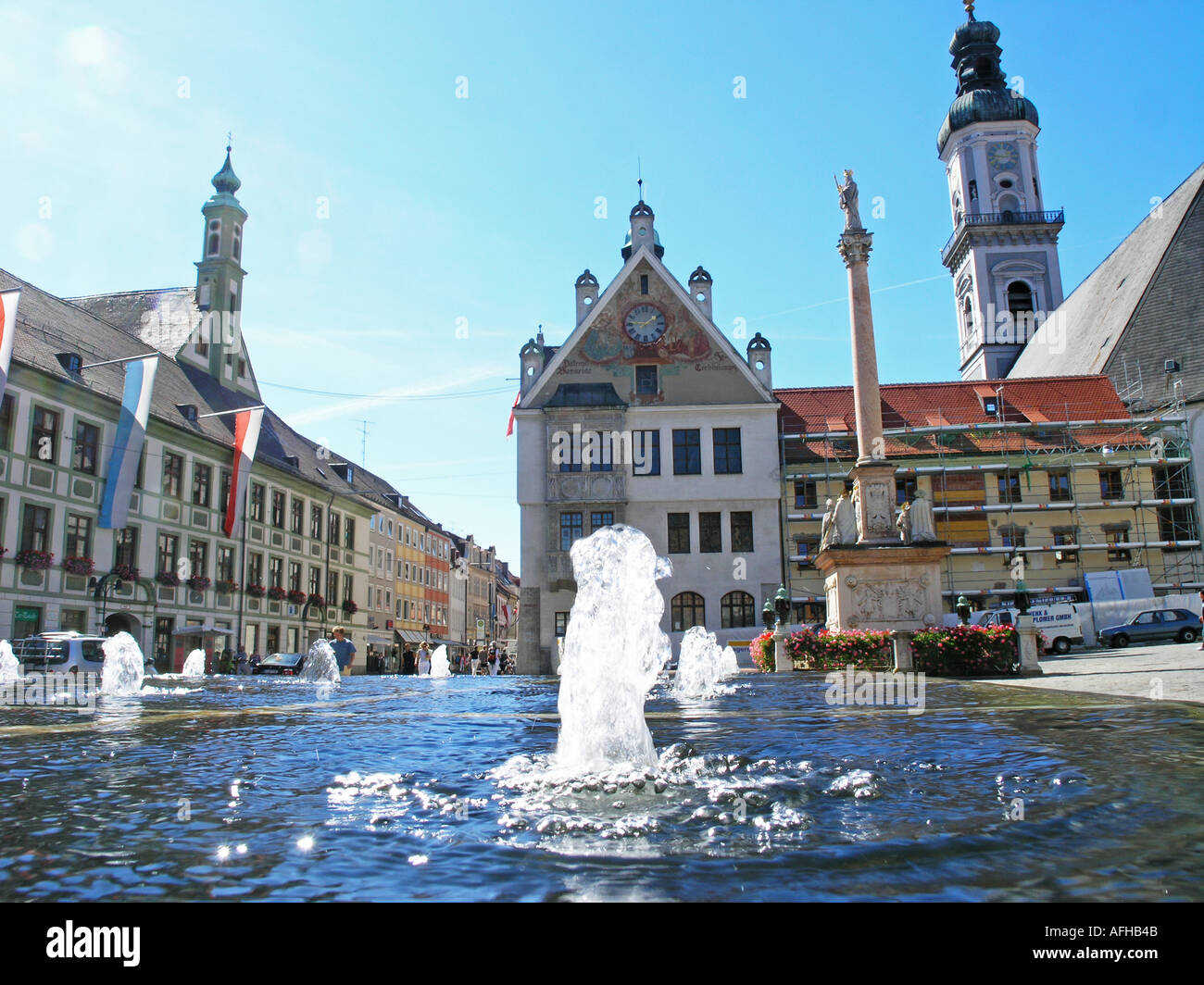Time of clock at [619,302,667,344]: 1:46
